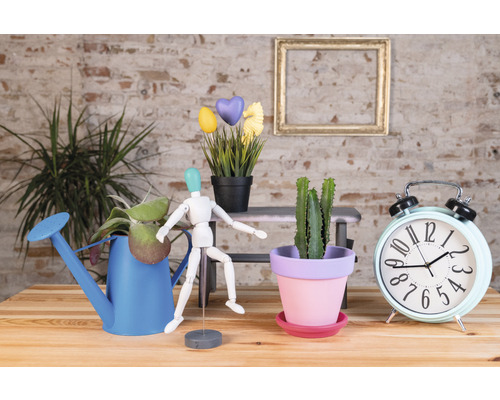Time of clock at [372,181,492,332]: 1:43
